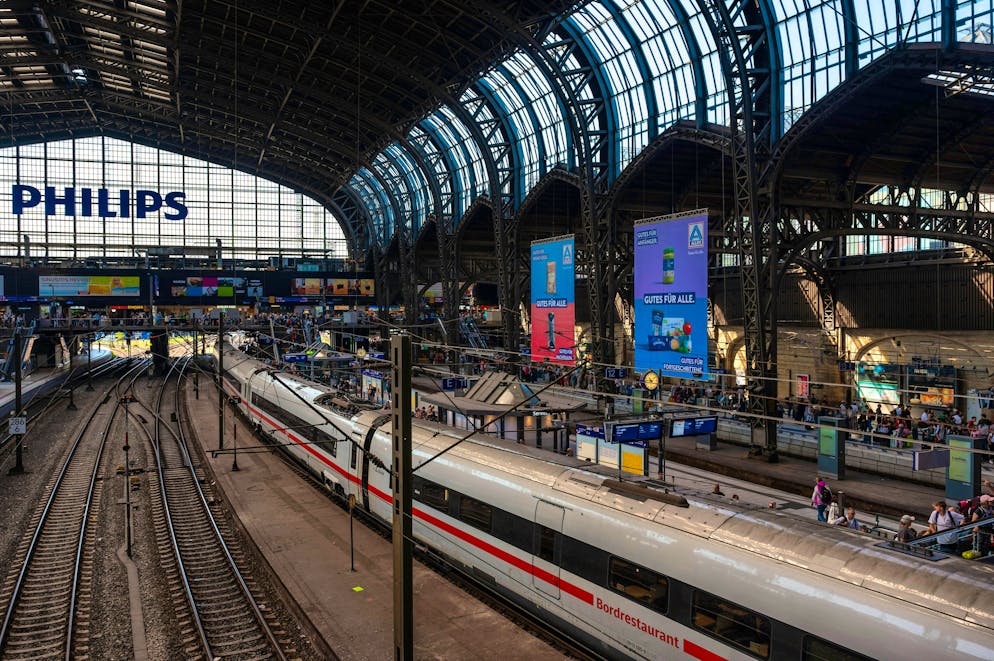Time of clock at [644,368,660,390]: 10:43
